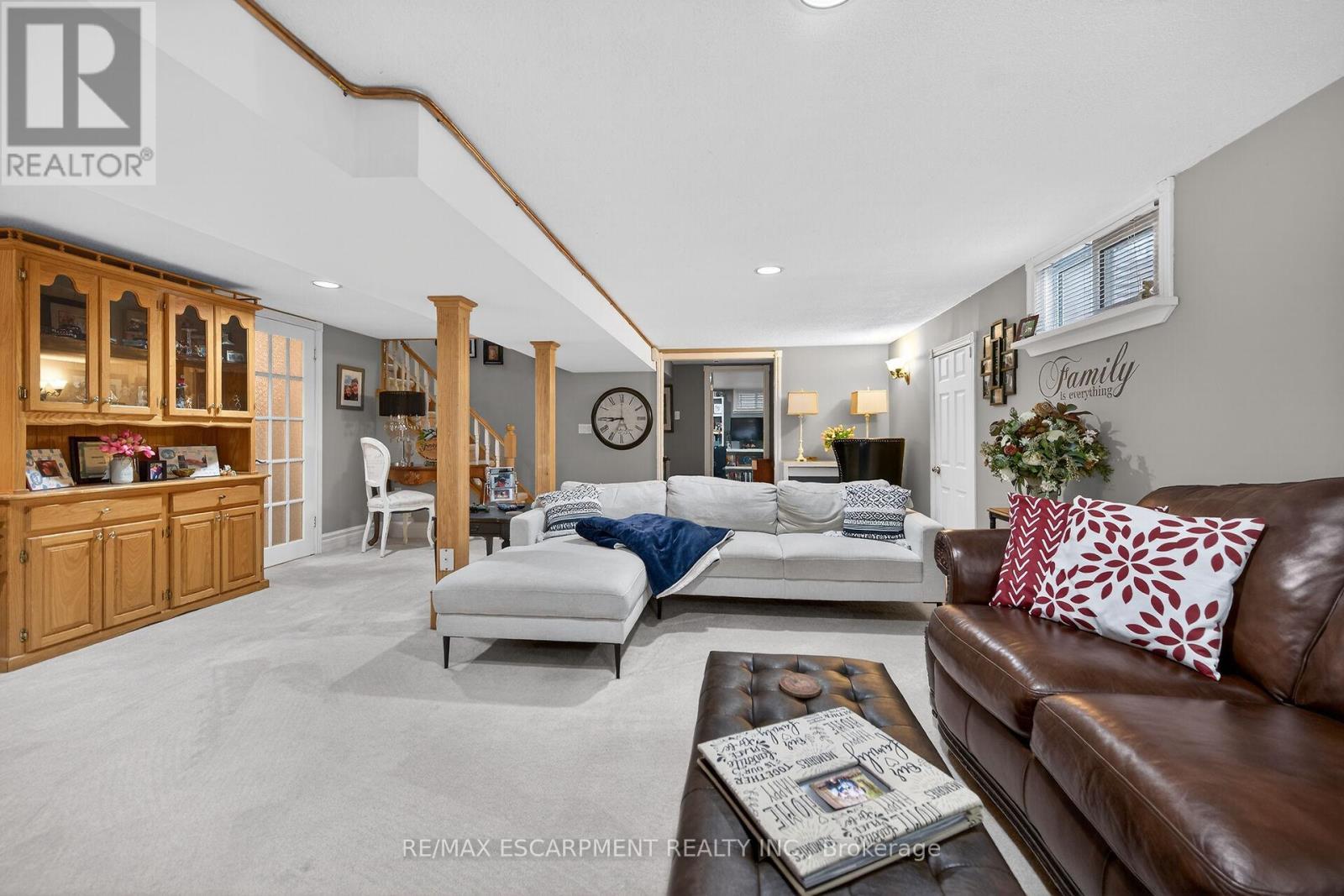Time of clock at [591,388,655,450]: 8:45
